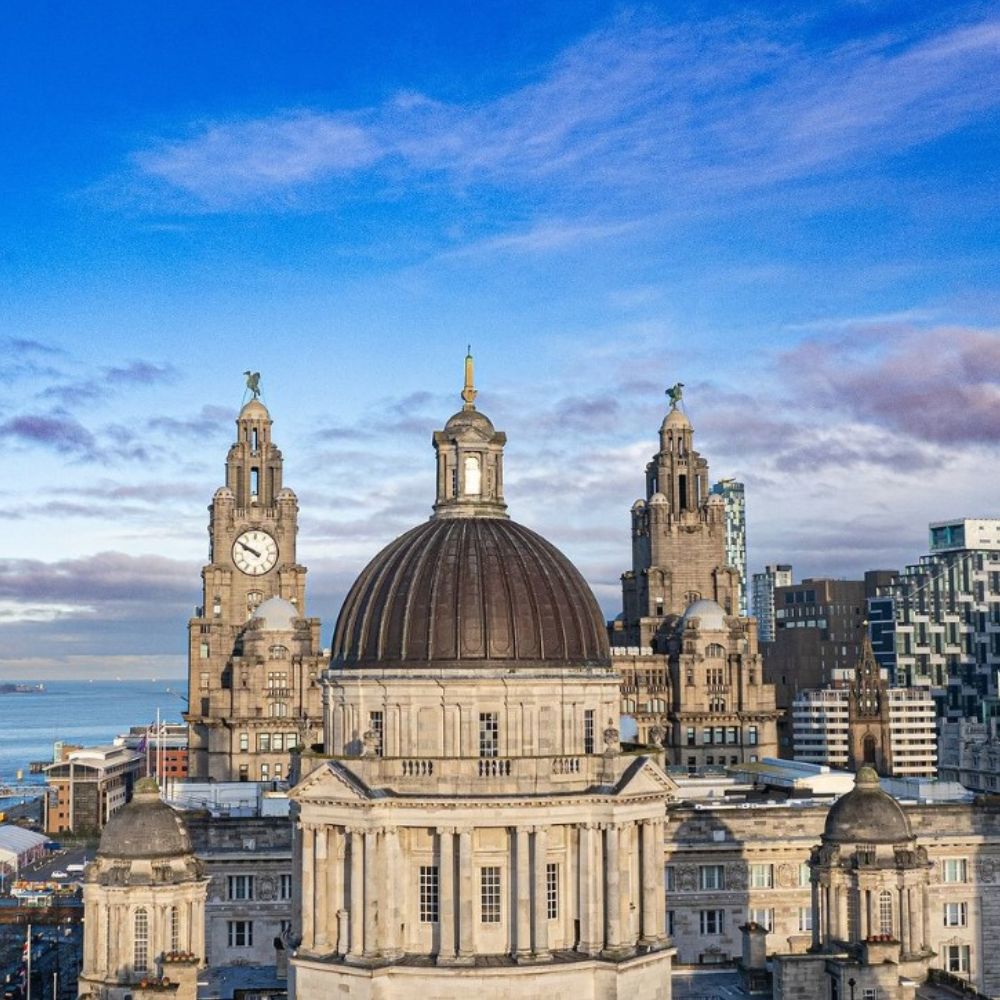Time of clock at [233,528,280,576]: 9:50
